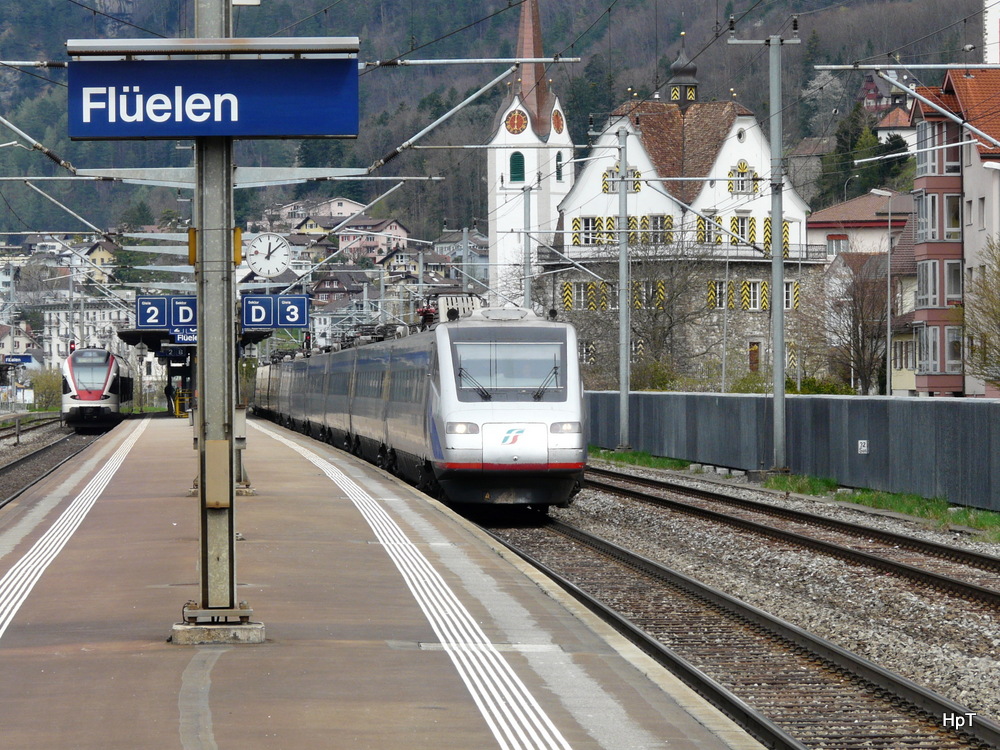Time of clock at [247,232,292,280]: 12:07
